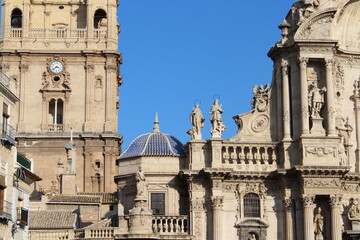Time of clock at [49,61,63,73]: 3:38
